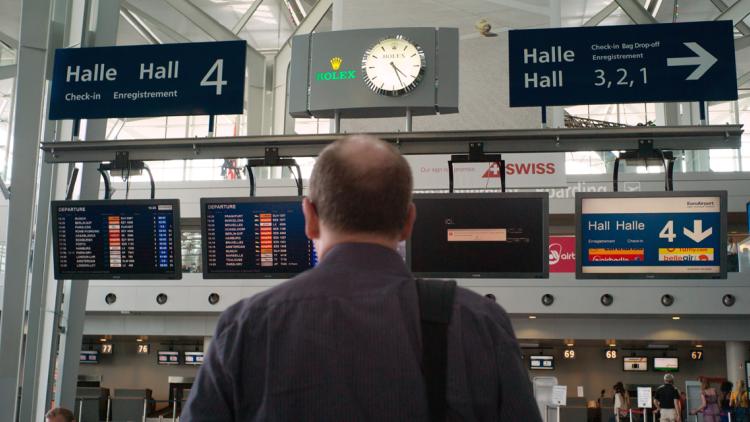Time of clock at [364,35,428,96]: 4:26
